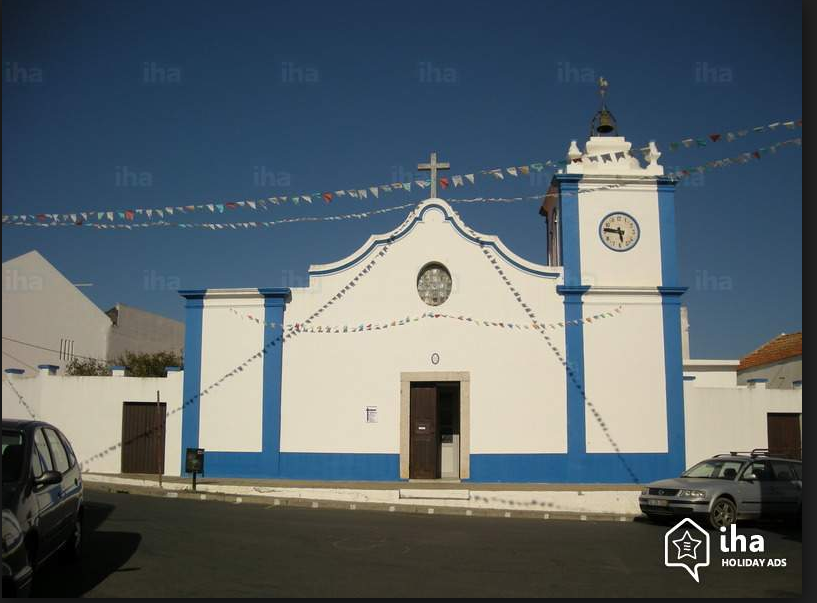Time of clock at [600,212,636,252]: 5:46
